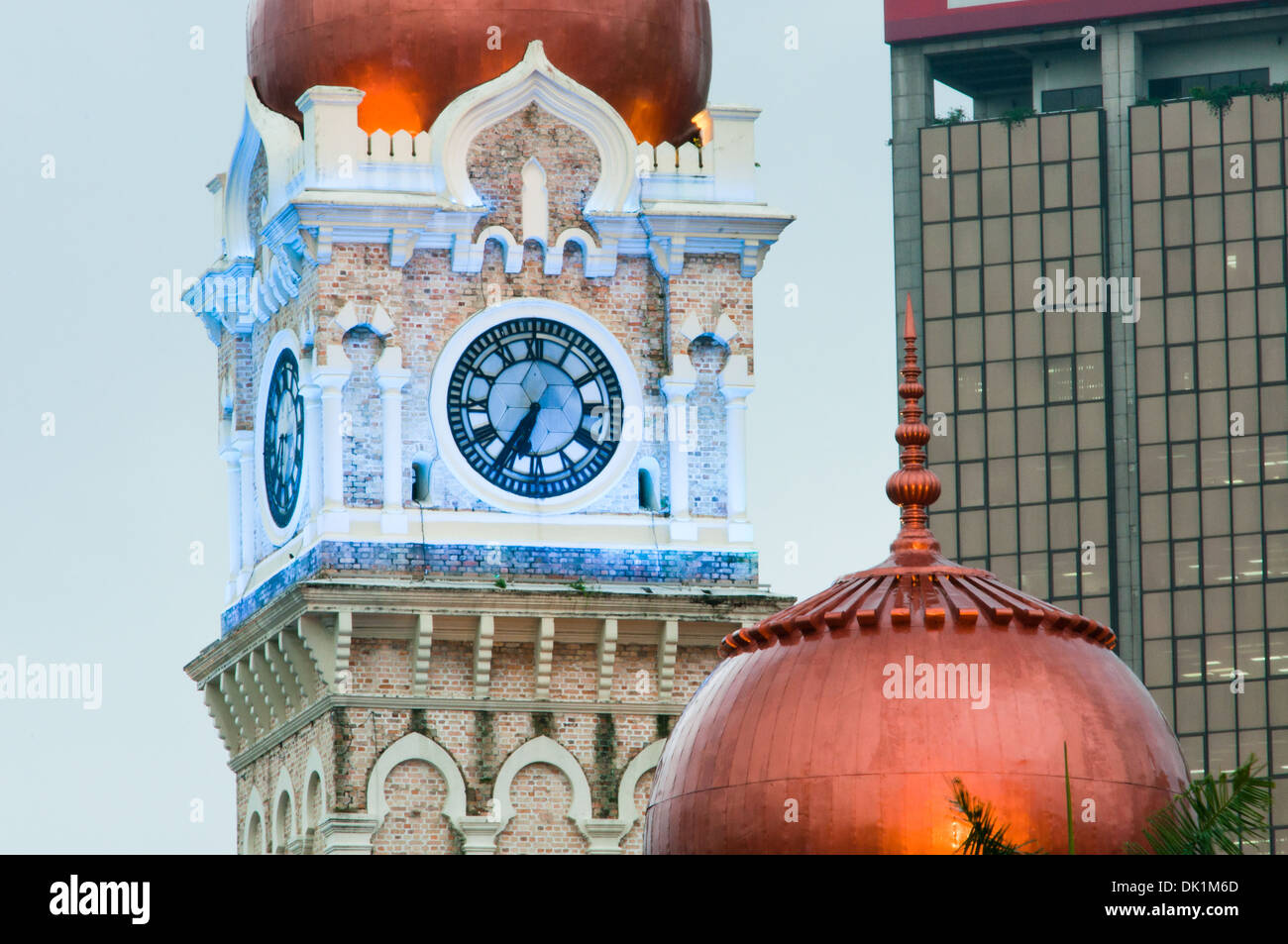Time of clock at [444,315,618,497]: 6:35
